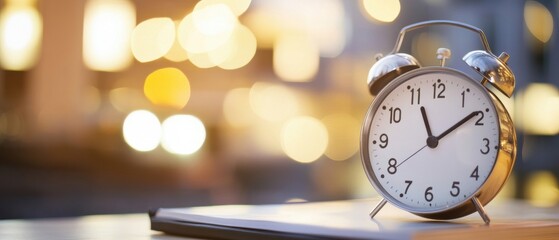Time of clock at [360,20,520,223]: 11:09
